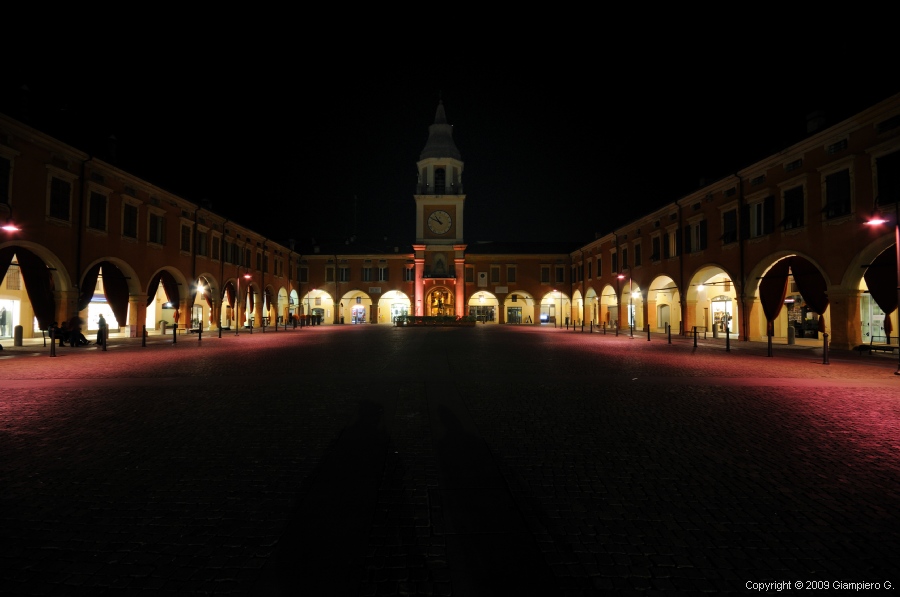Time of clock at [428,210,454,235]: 10:49
